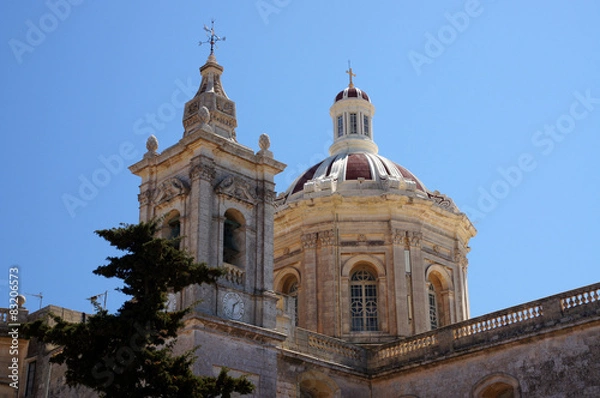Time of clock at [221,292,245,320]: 1:32
